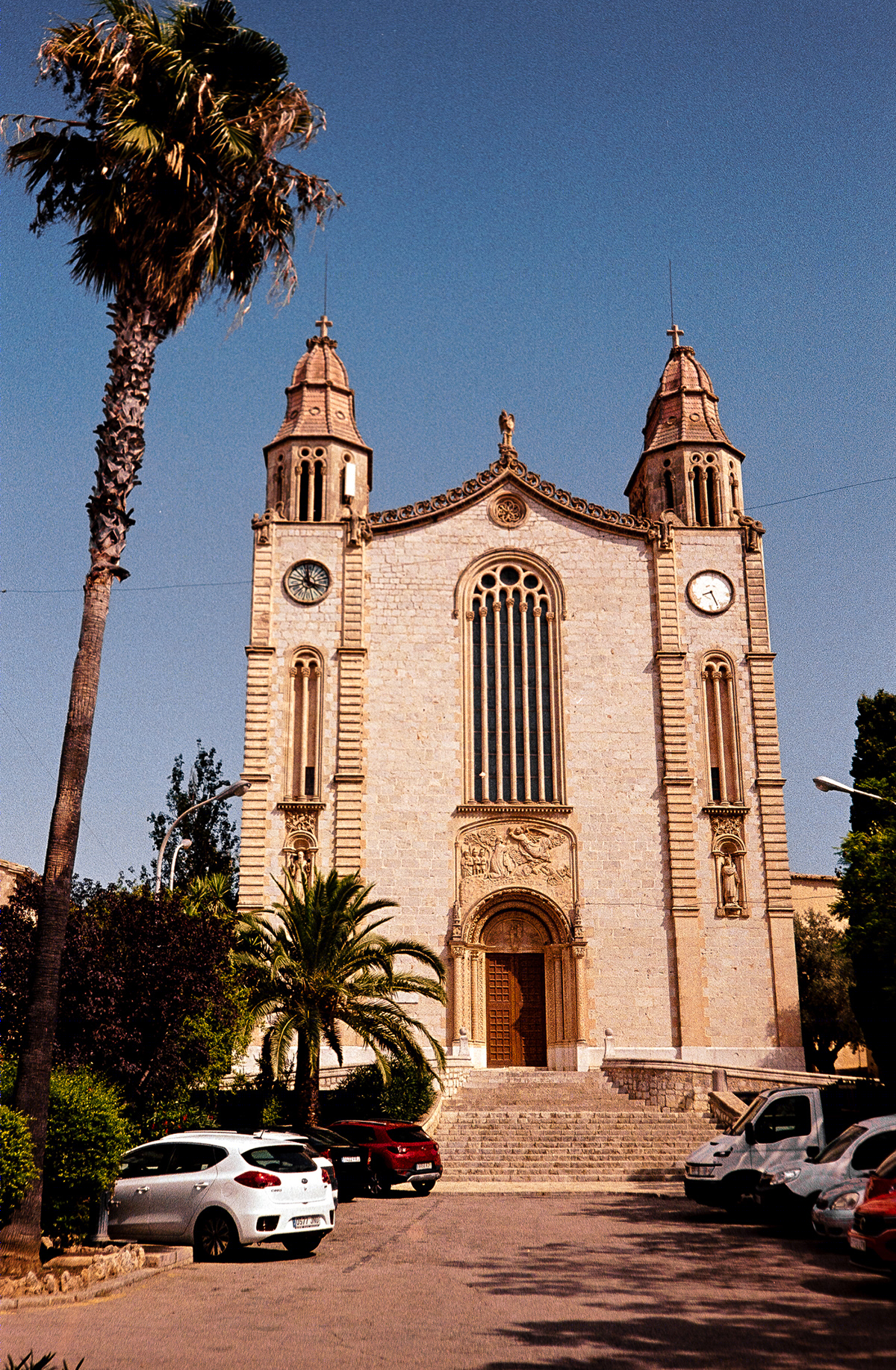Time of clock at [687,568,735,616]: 8:26
